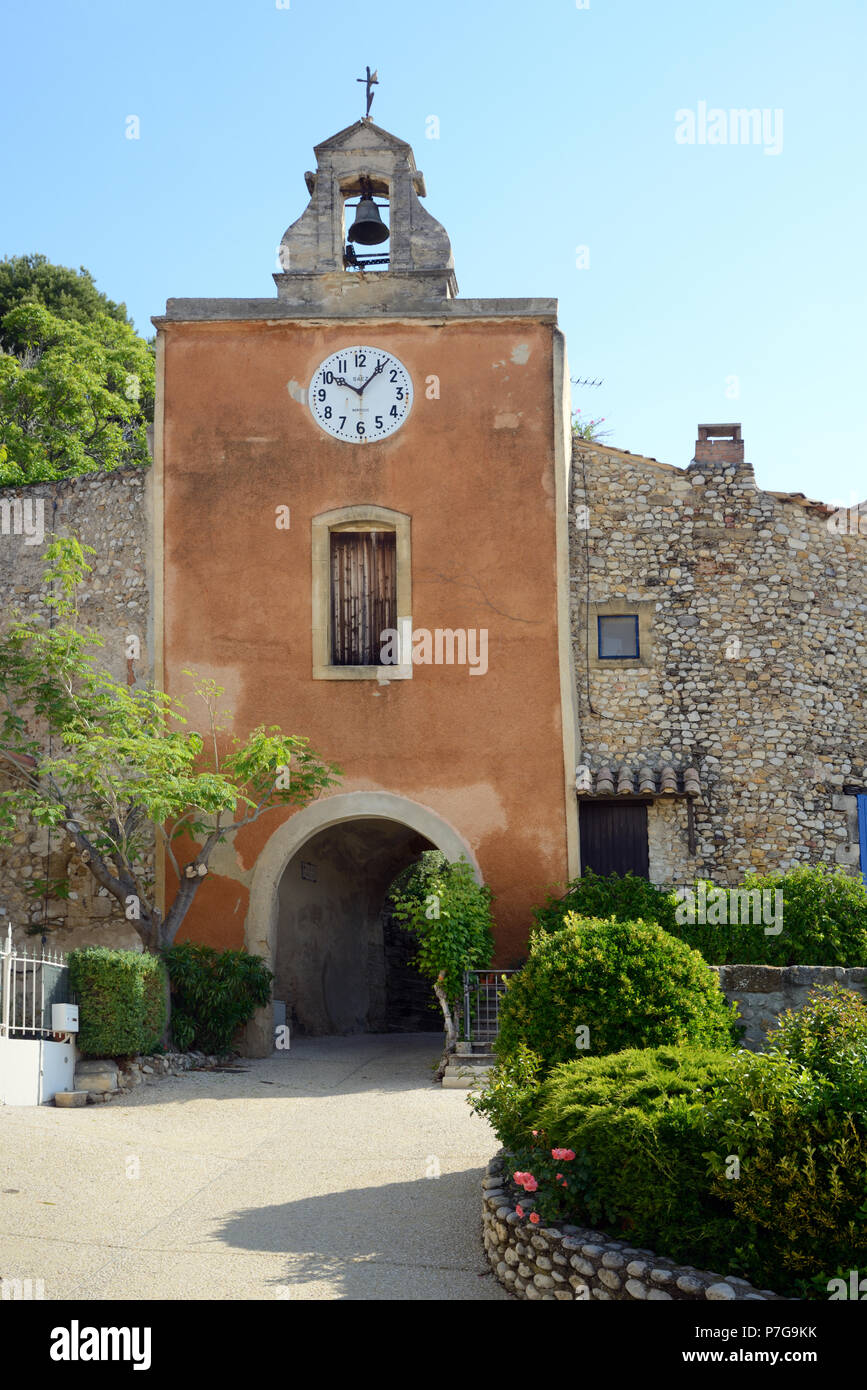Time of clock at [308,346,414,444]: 10:06
